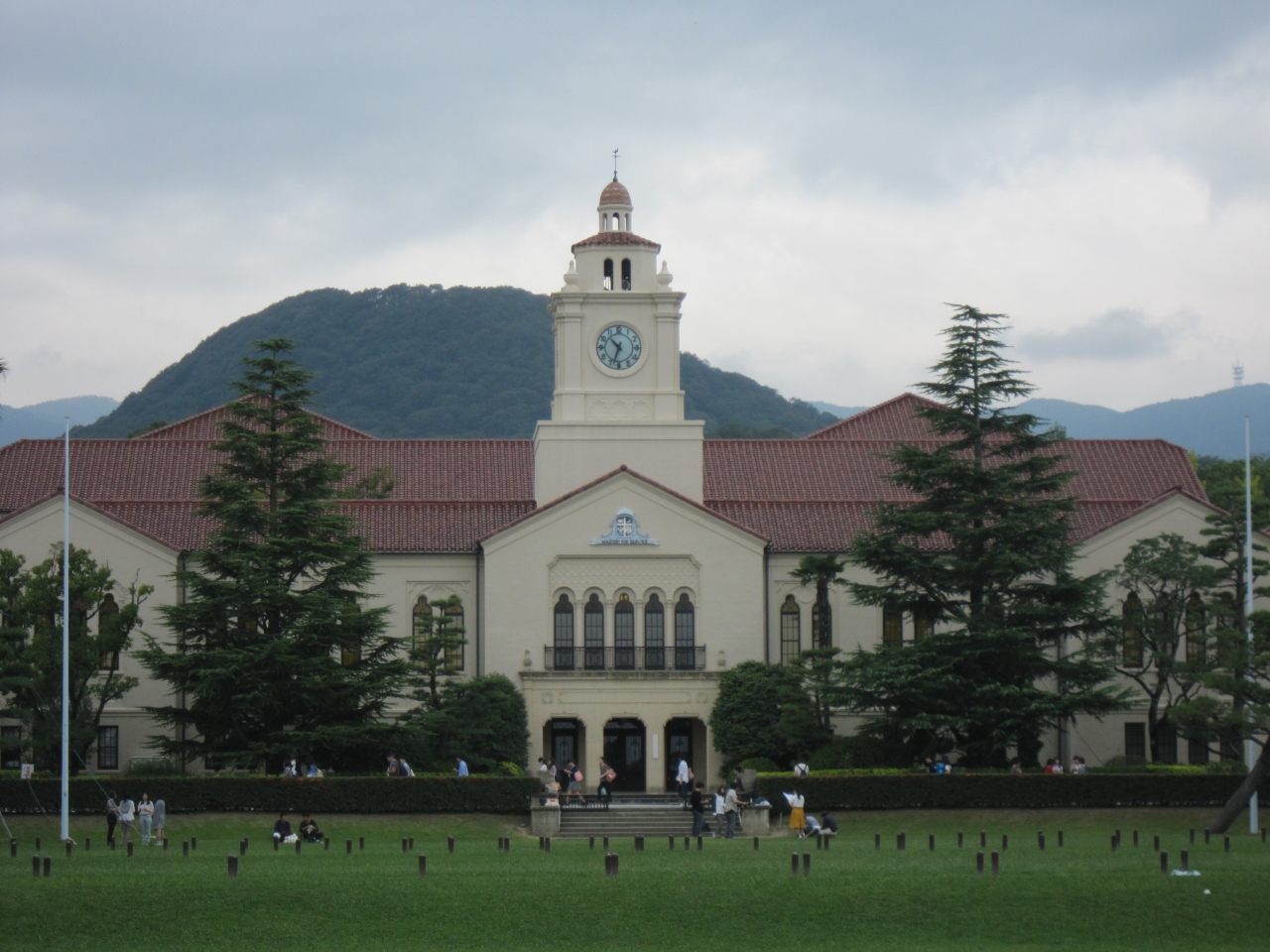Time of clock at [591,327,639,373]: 10:33
